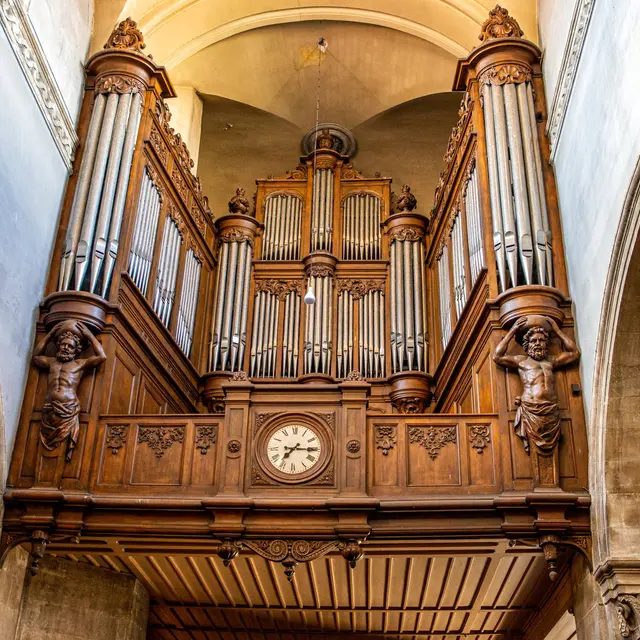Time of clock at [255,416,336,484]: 7:15
